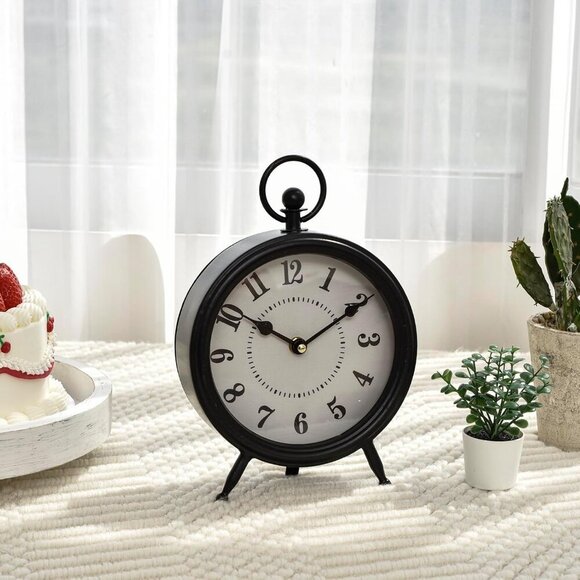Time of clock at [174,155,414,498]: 10:10
